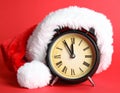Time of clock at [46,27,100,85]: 11:54
